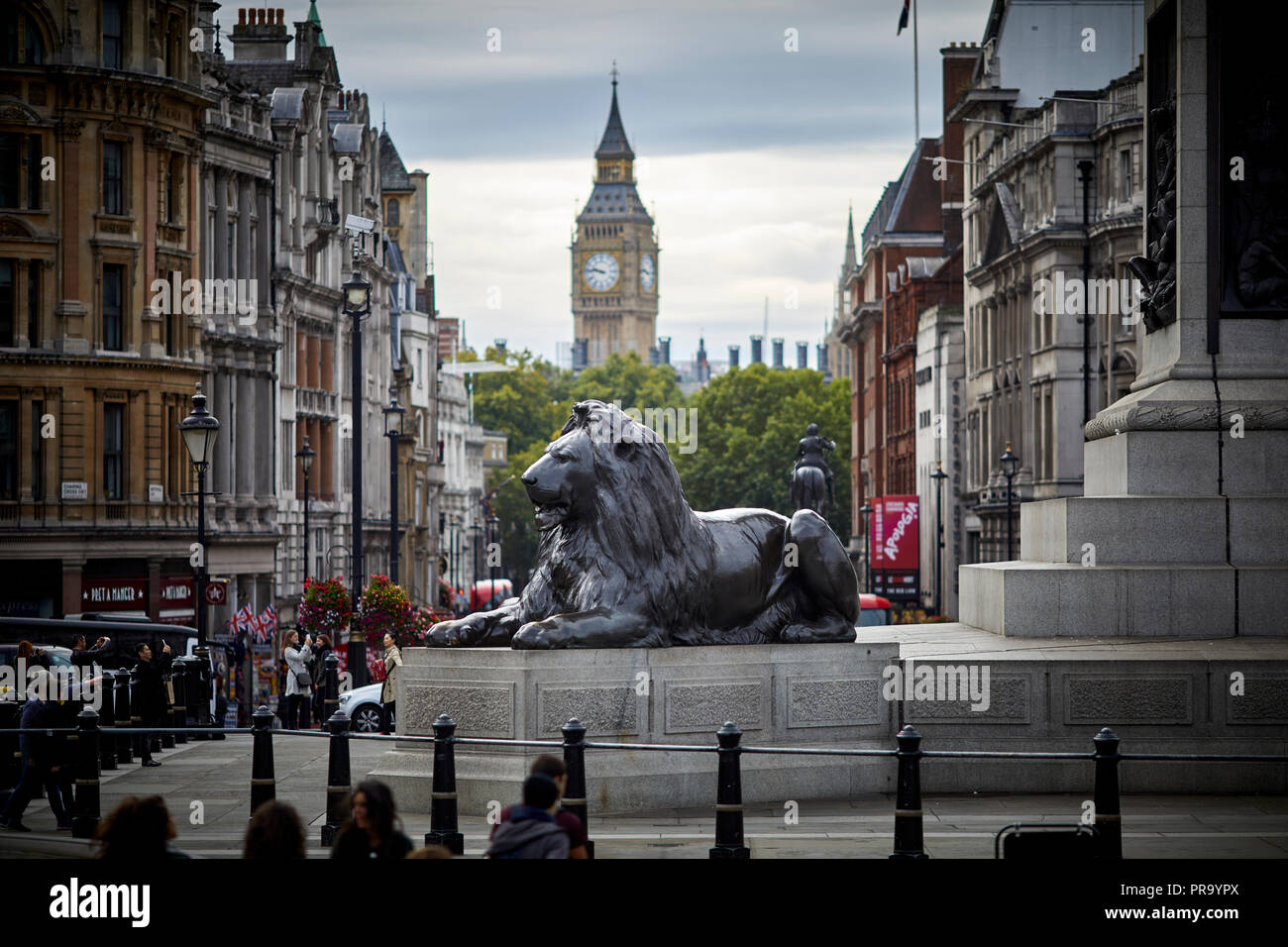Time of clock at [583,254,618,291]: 9:45
